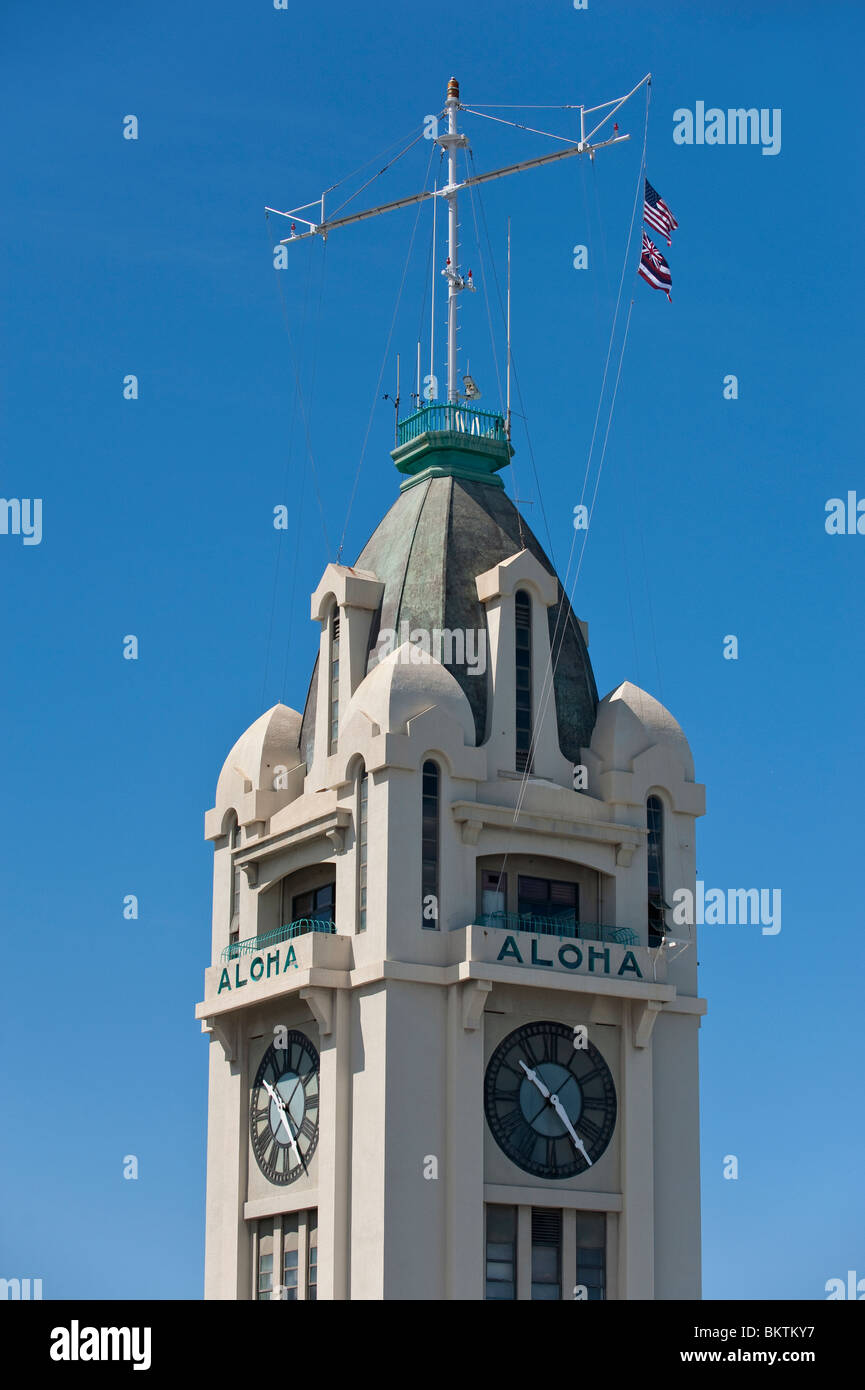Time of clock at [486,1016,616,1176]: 10:24
